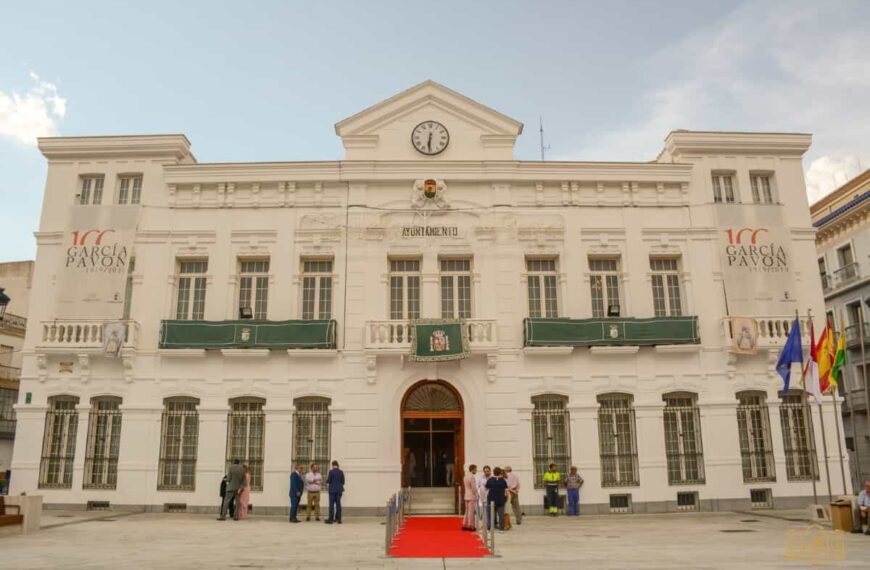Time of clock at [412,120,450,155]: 6:30
